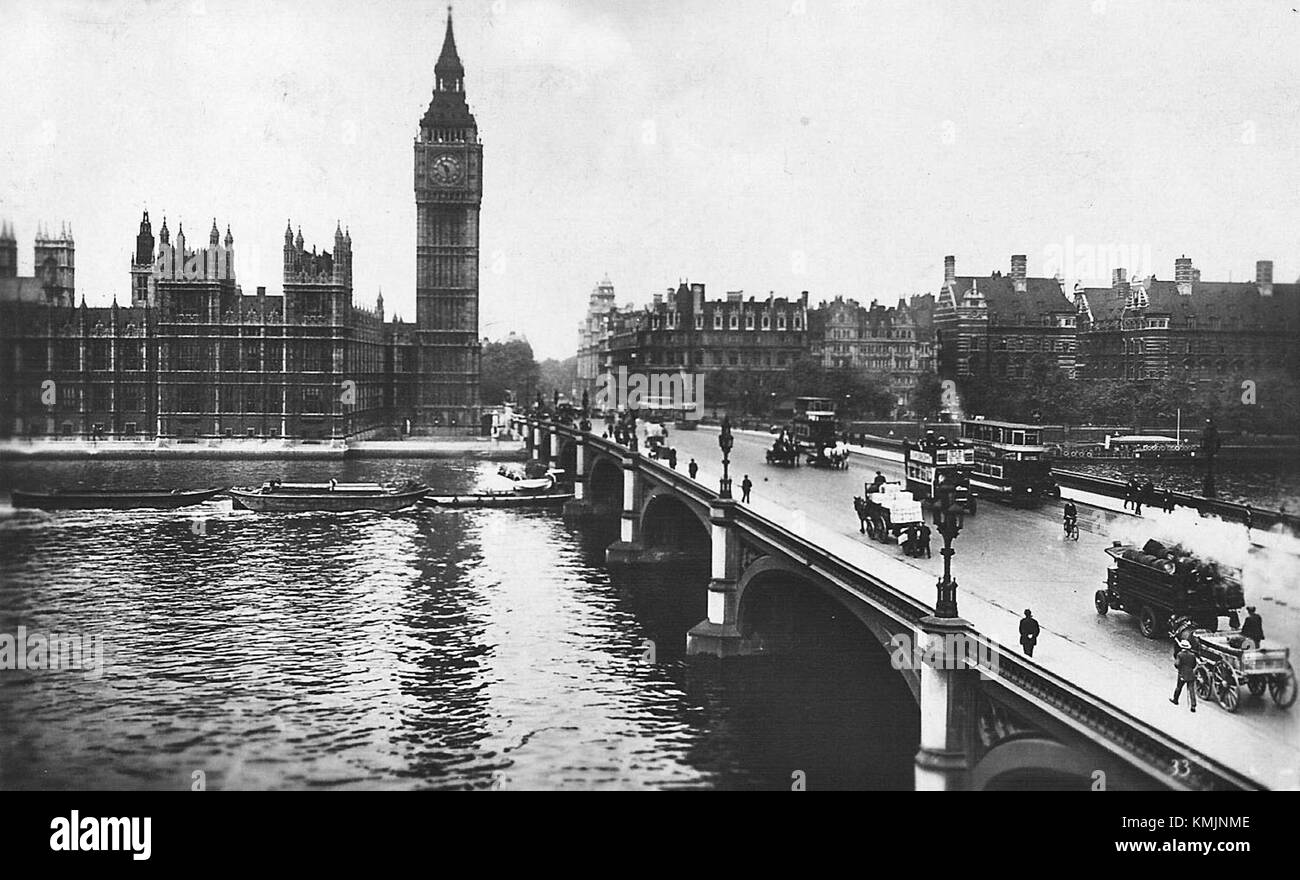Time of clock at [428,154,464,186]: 10:28
